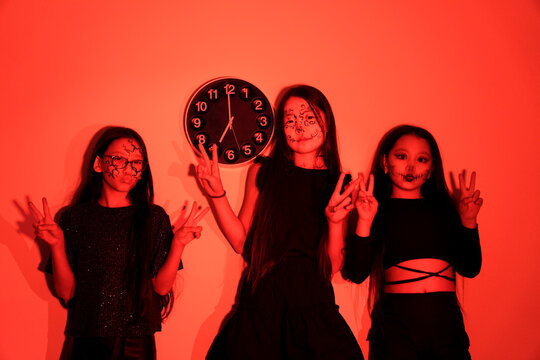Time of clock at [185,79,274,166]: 7:00
